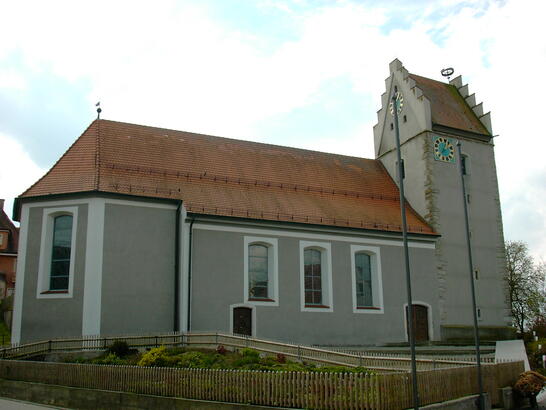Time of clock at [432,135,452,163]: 12:37
